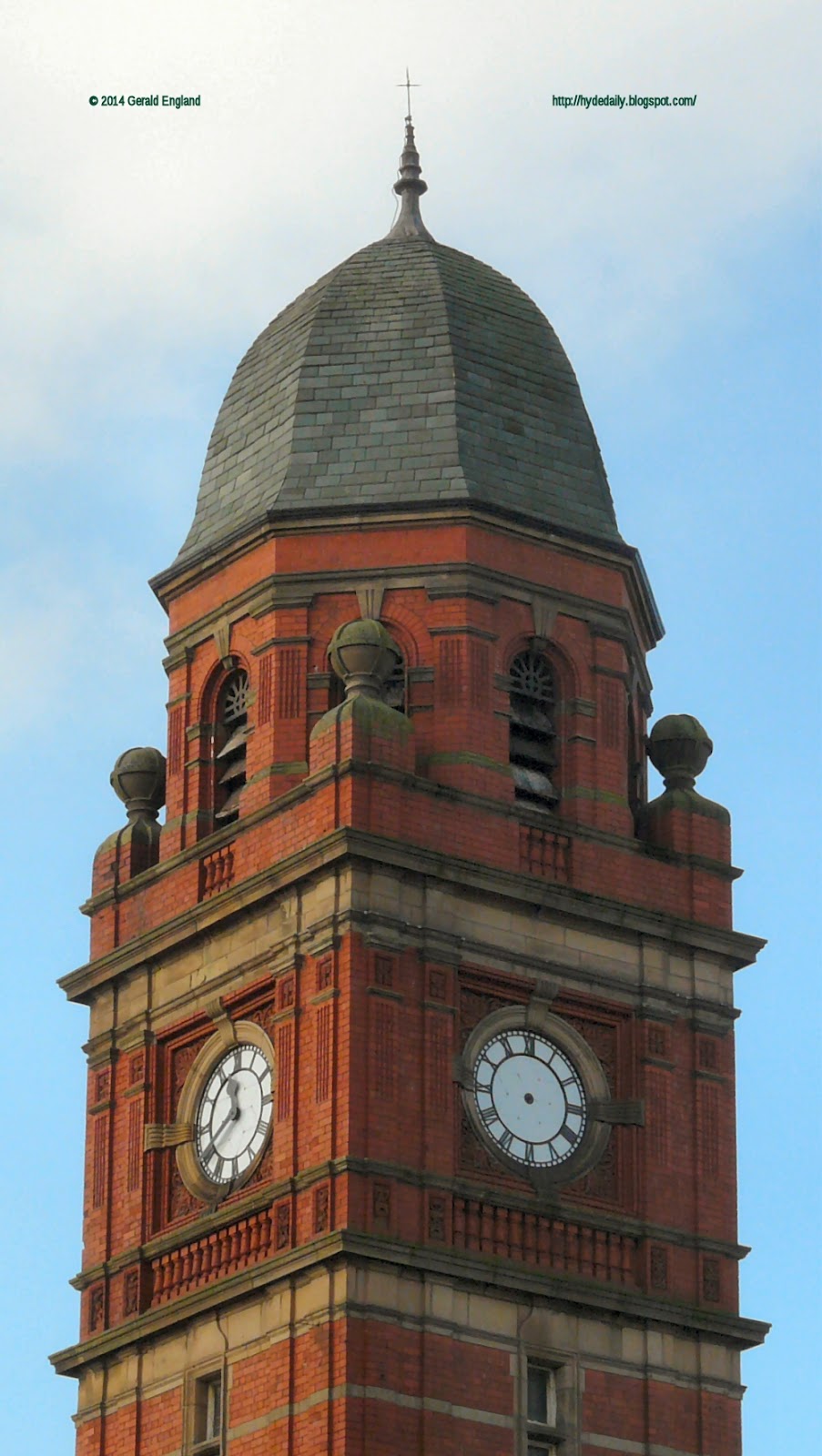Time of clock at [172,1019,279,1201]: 11:40
